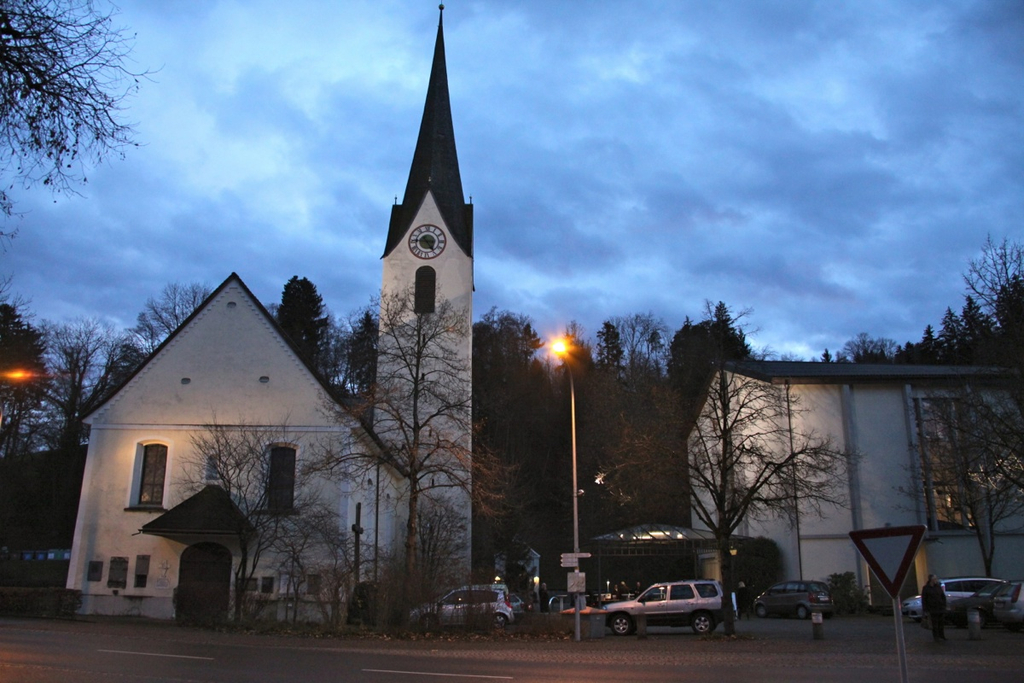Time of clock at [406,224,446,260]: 4:45
